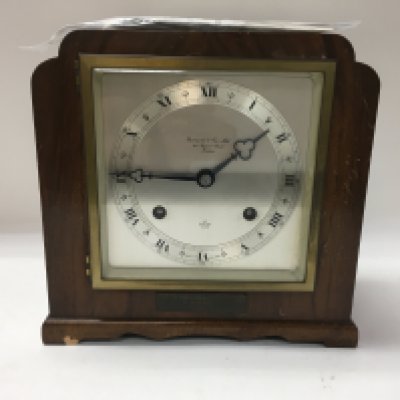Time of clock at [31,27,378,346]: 1:45
